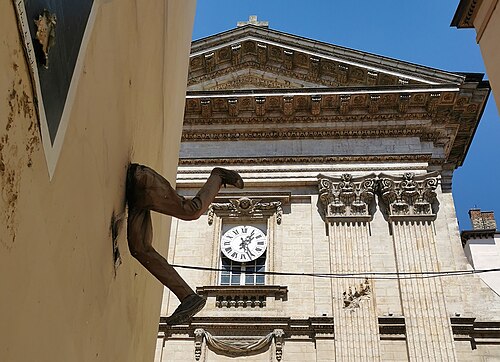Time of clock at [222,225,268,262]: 1:26
